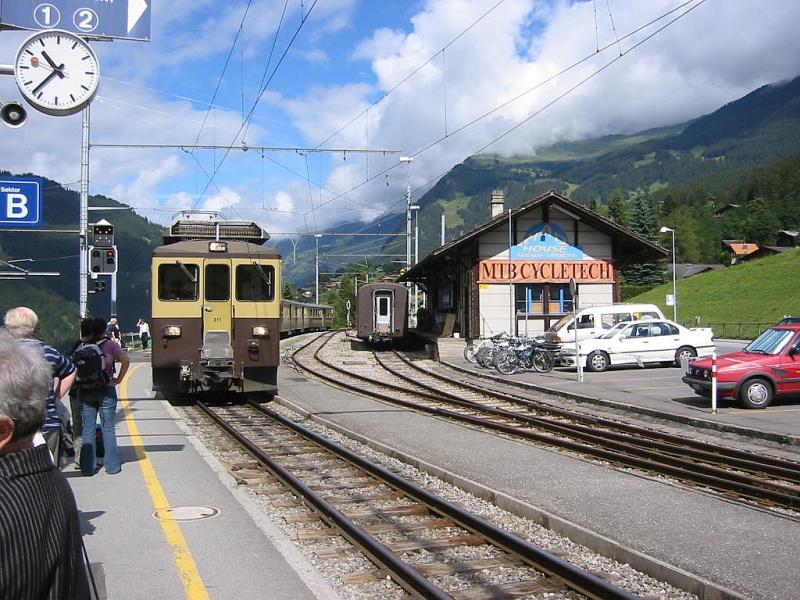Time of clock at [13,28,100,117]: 10:37
